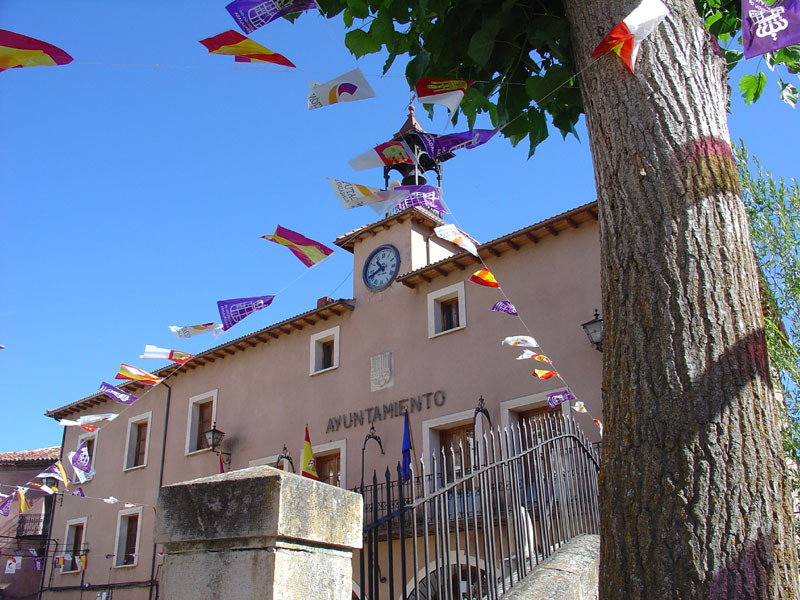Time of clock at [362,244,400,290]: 10:41
